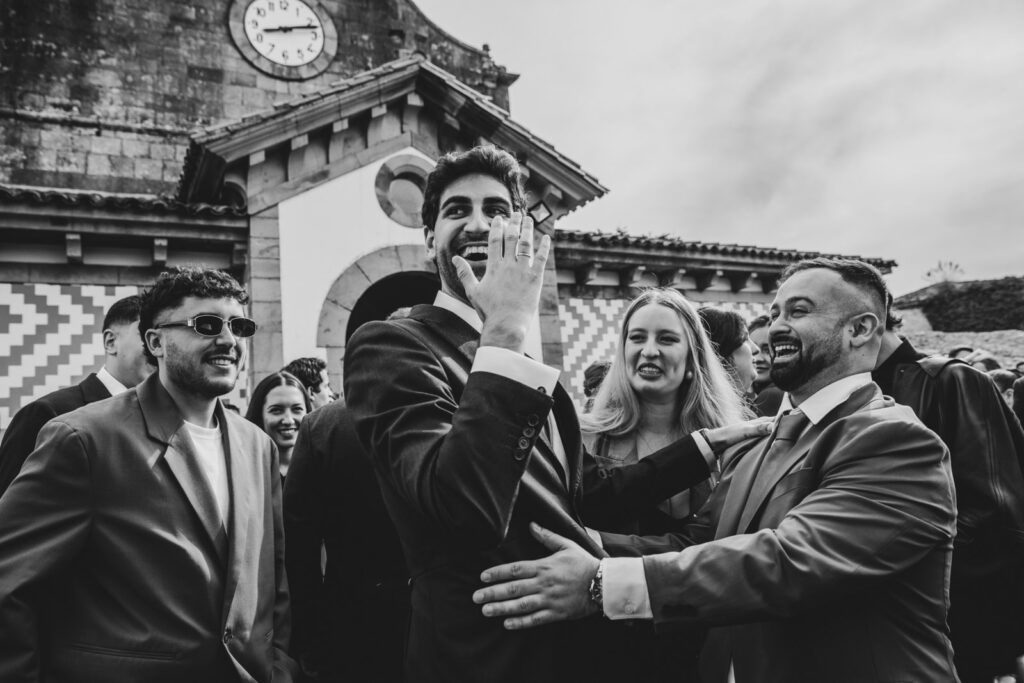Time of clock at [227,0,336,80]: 8:12
